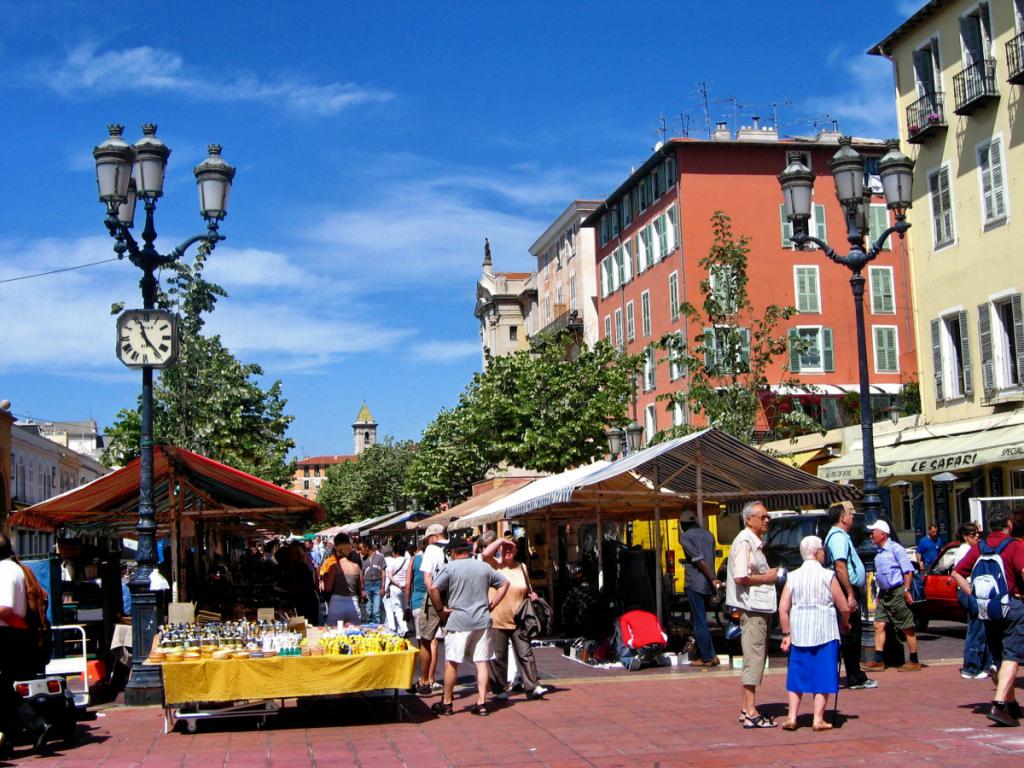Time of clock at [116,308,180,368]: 11:23
